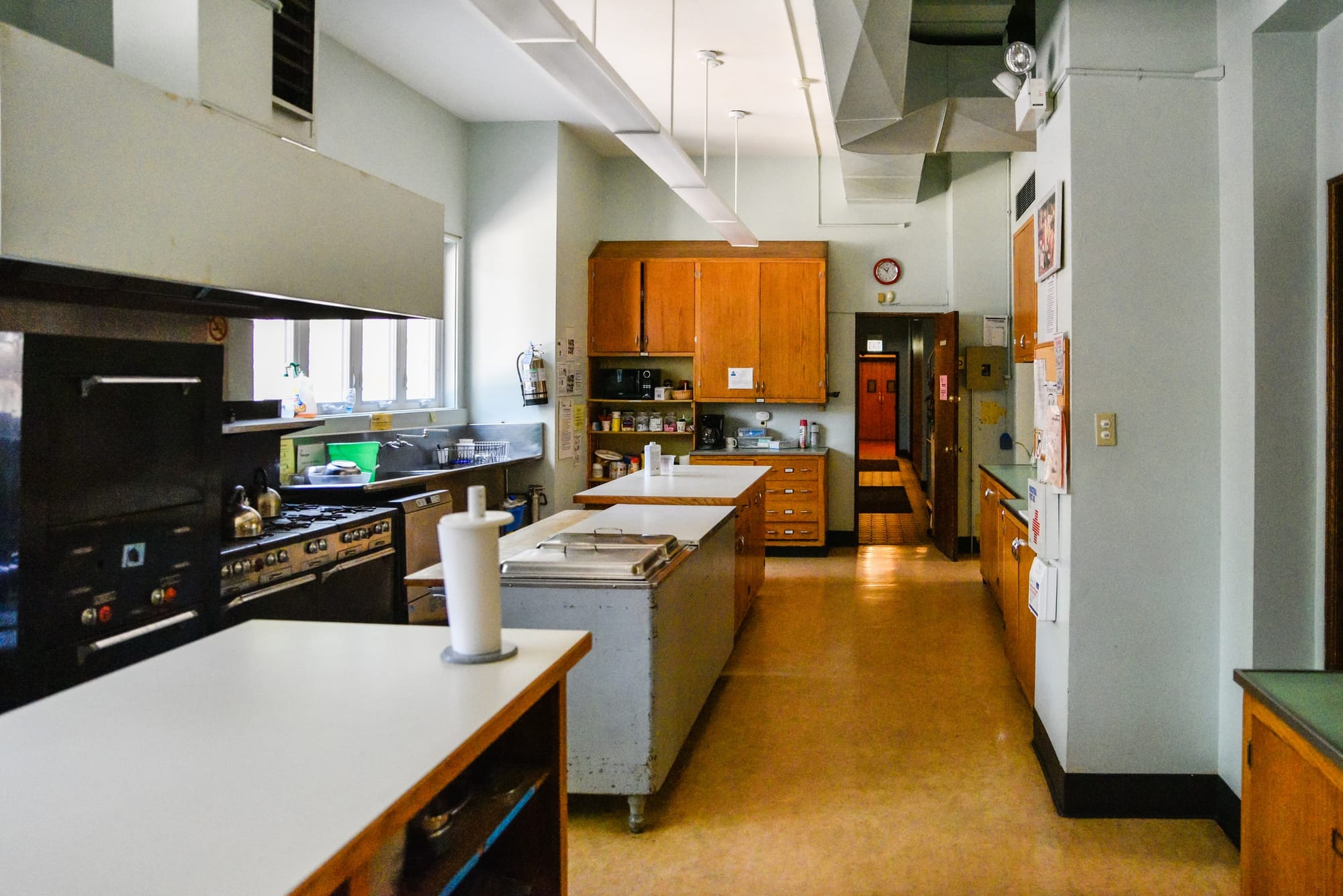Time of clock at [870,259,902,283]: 12:52
